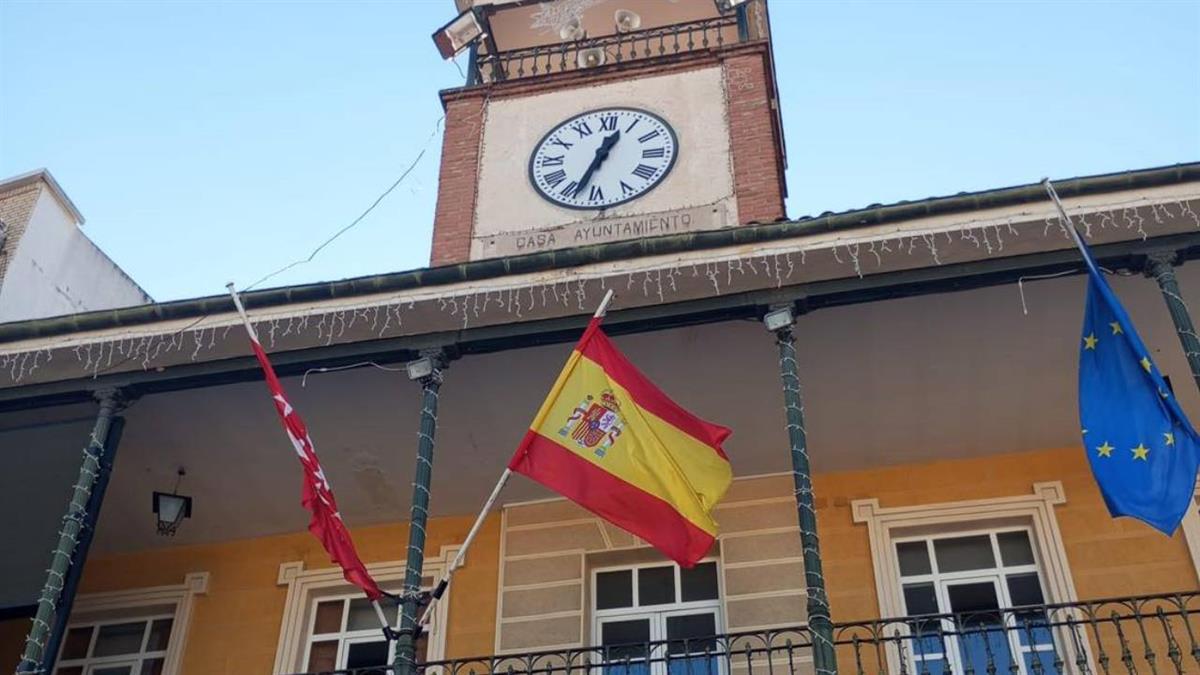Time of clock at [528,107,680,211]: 12:33
